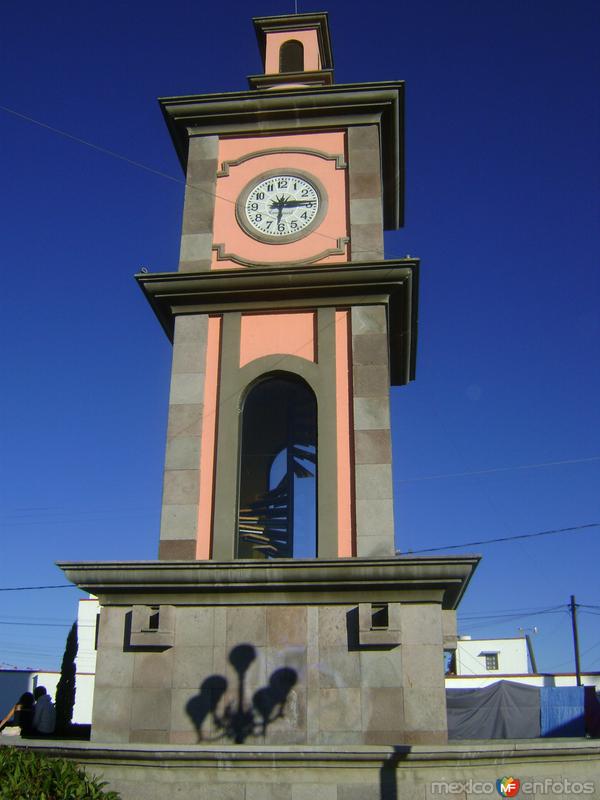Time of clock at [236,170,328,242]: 6:14
